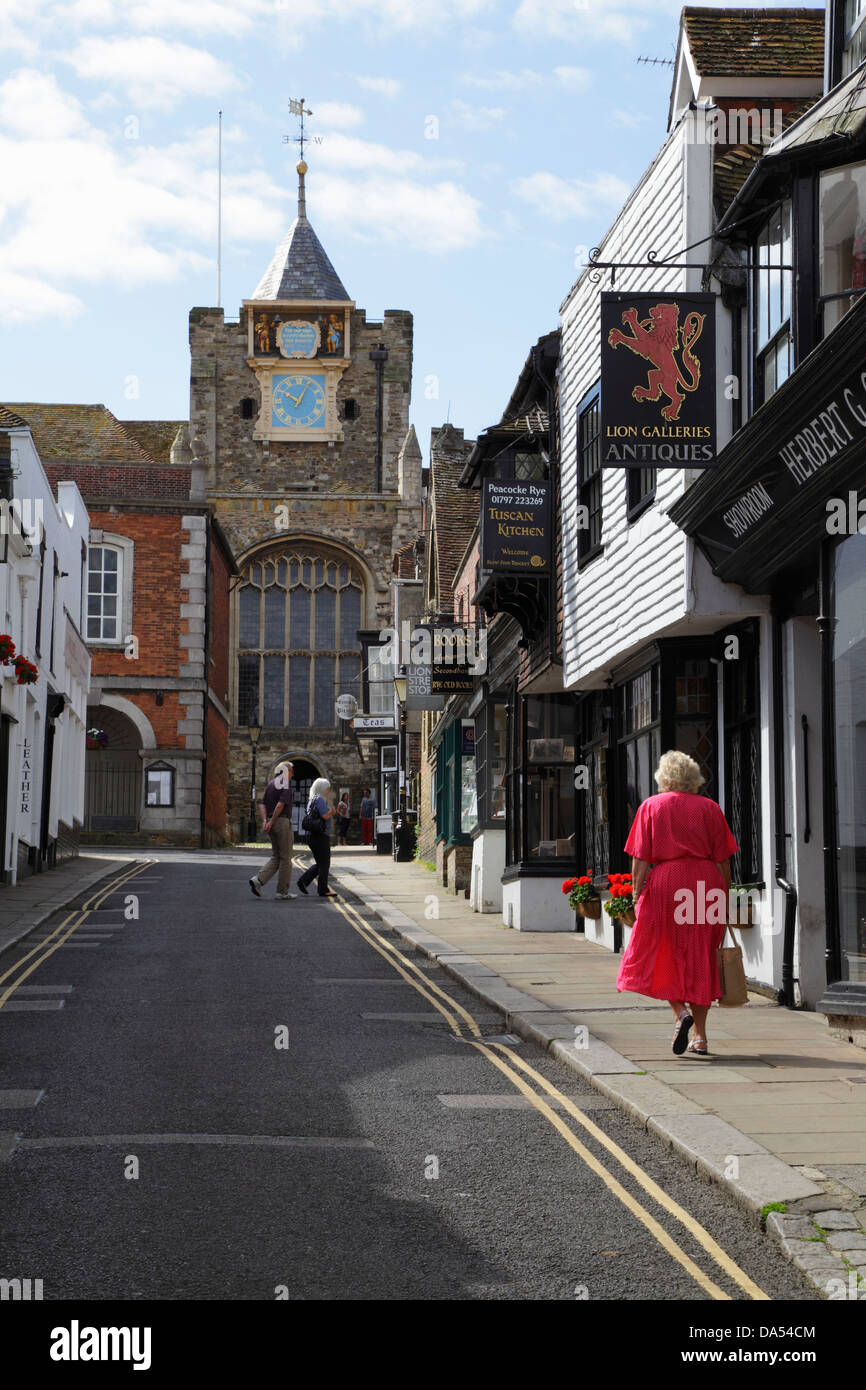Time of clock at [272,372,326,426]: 10:04
